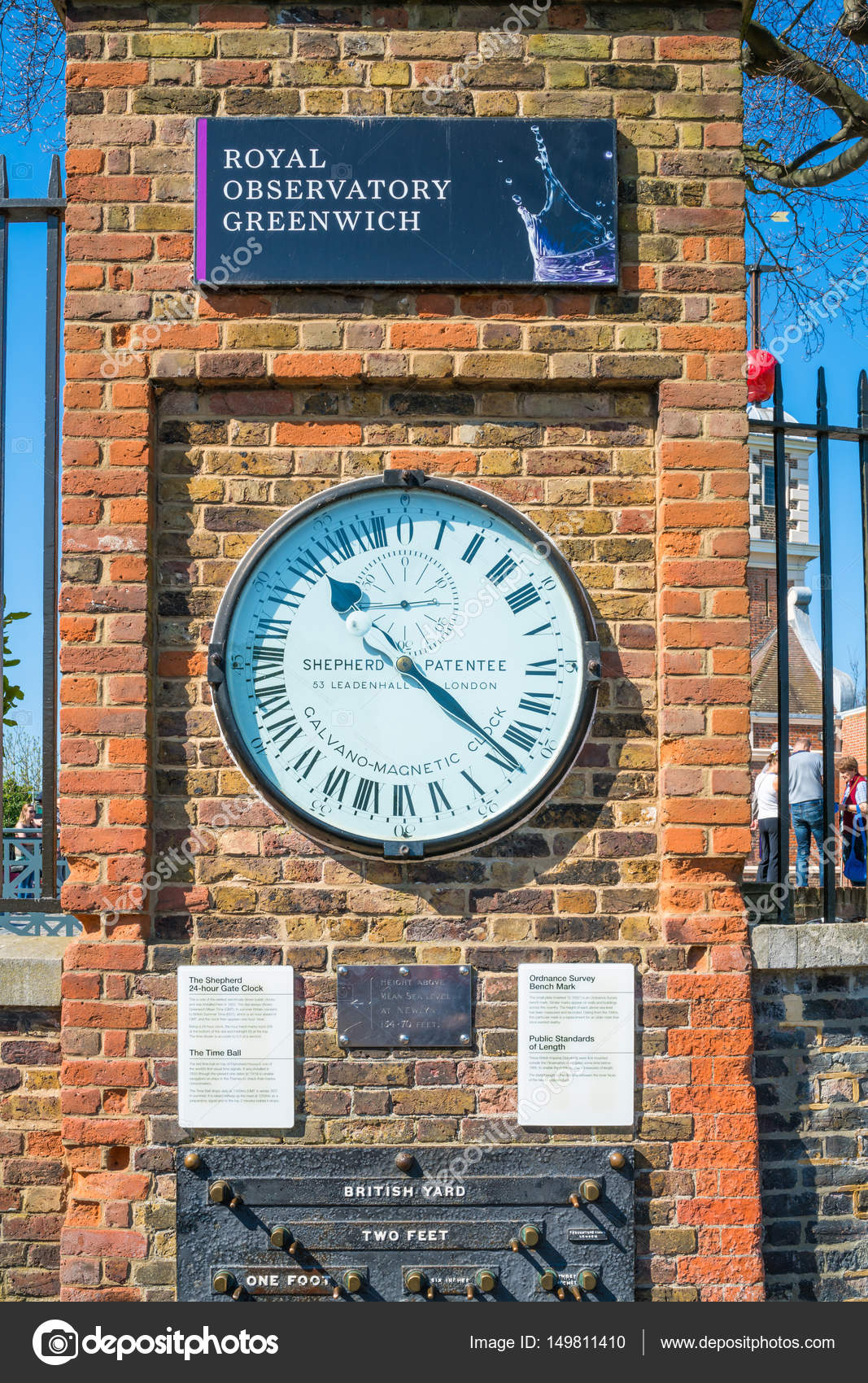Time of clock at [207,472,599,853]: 10:21
